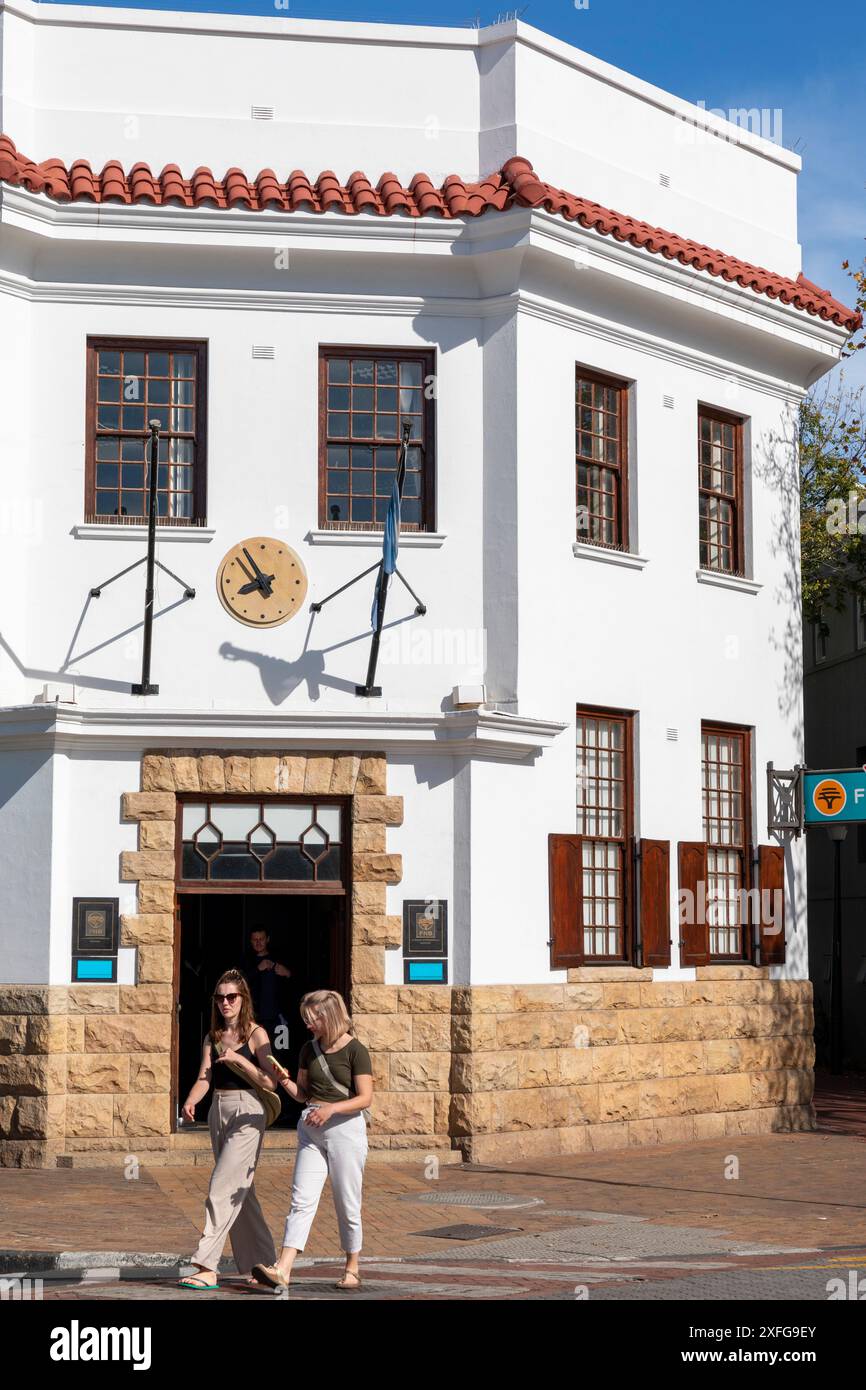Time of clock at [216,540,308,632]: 7:54
